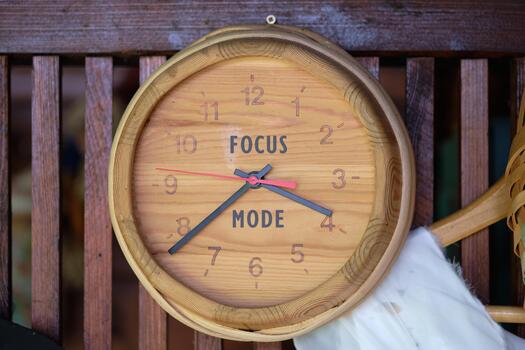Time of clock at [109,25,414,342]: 3:38
